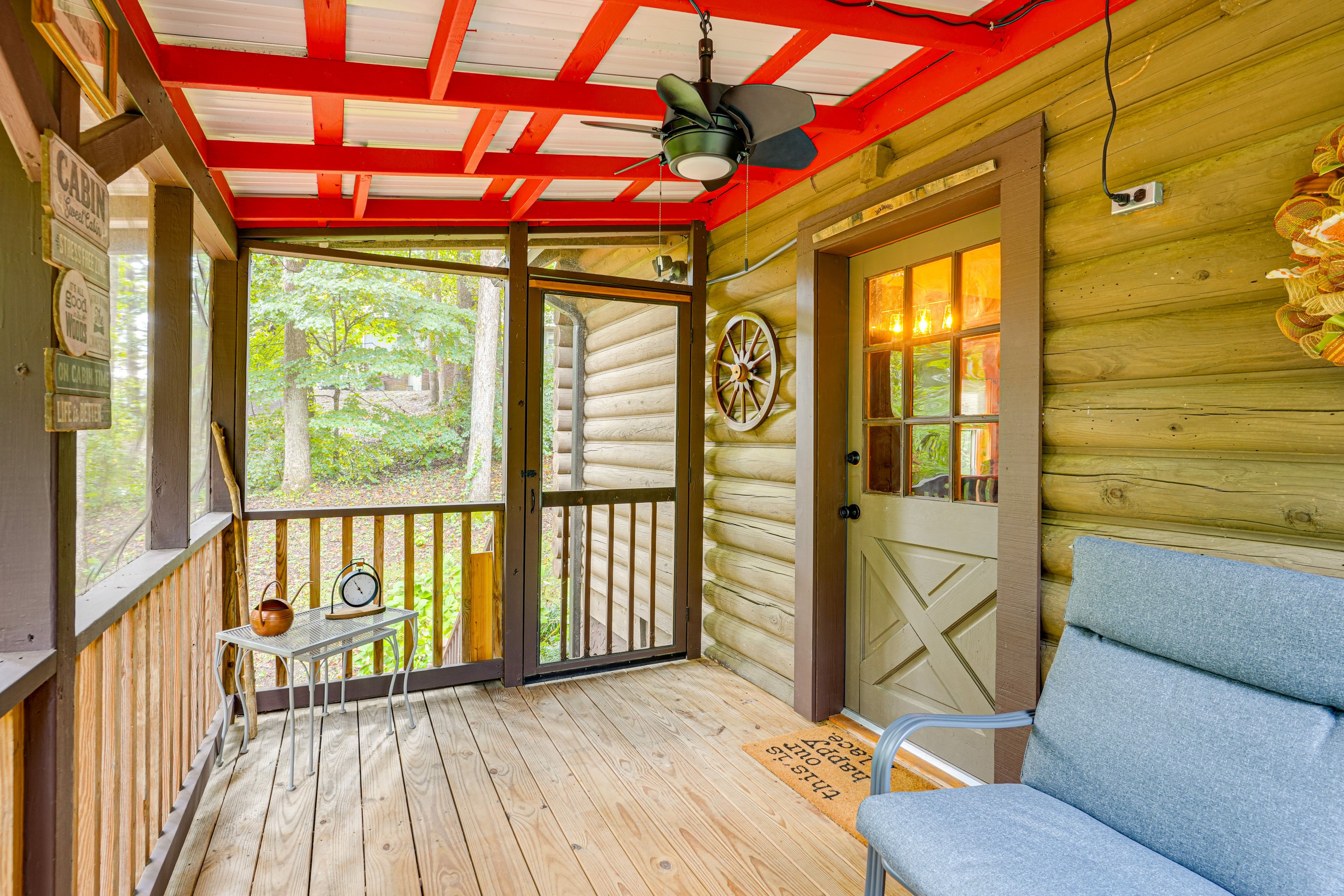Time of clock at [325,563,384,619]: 4:54
